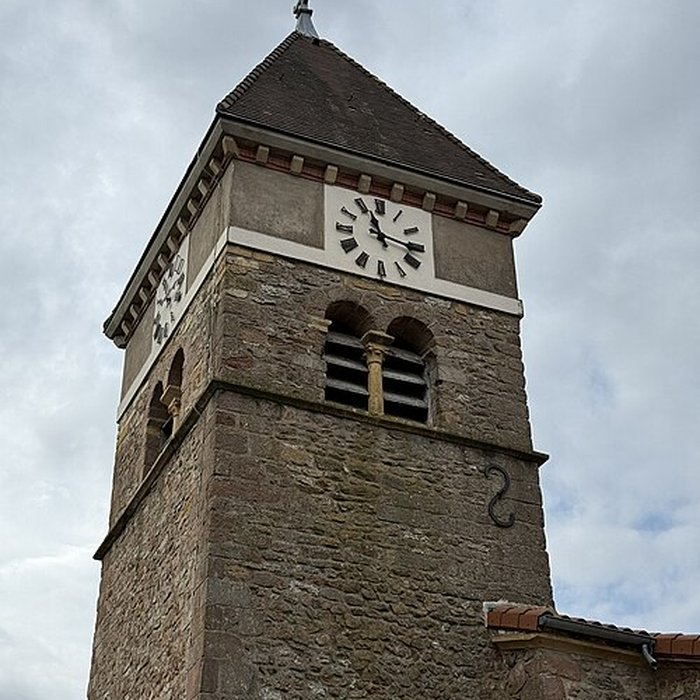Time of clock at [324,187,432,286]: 11:16
